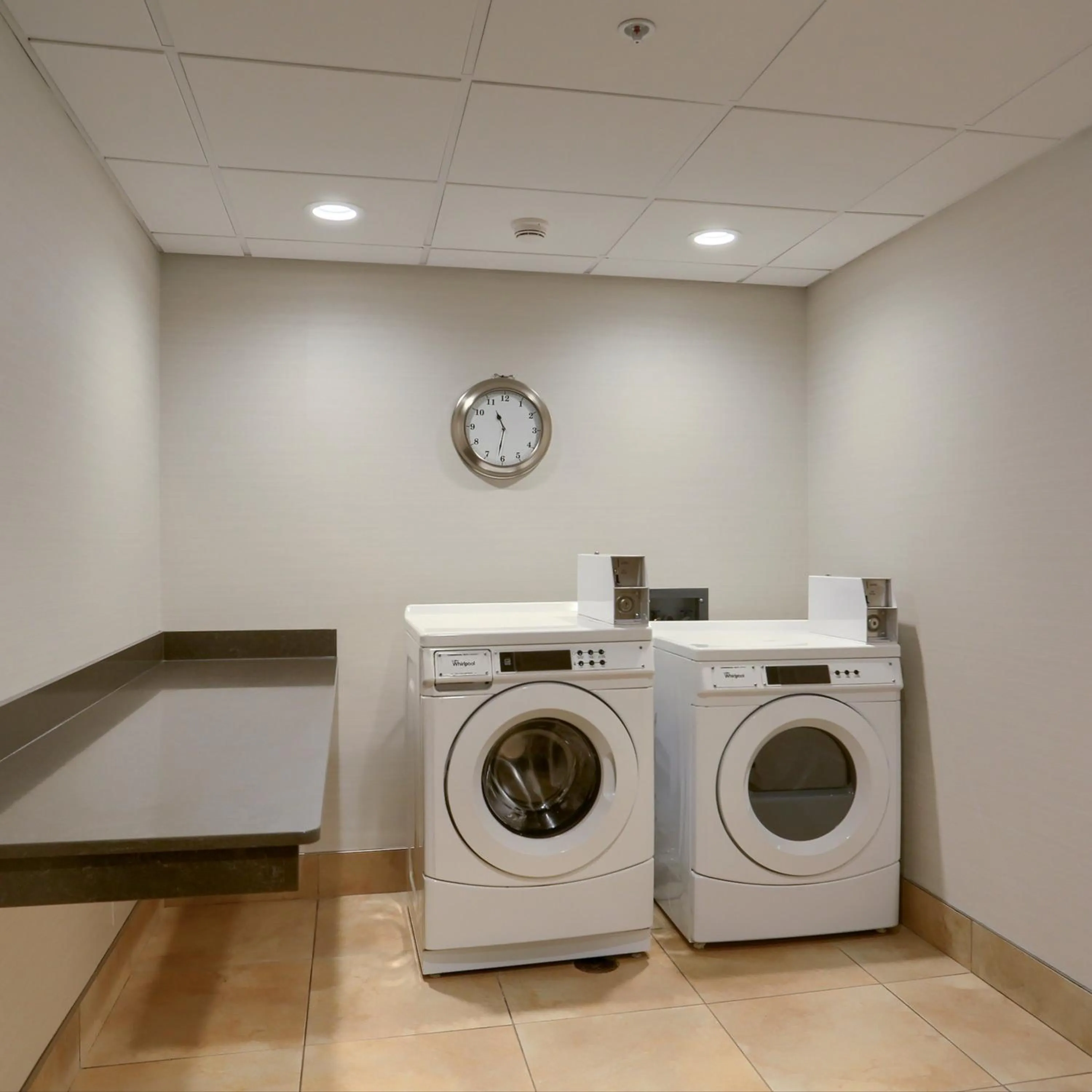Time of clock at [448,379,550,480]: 11:31
